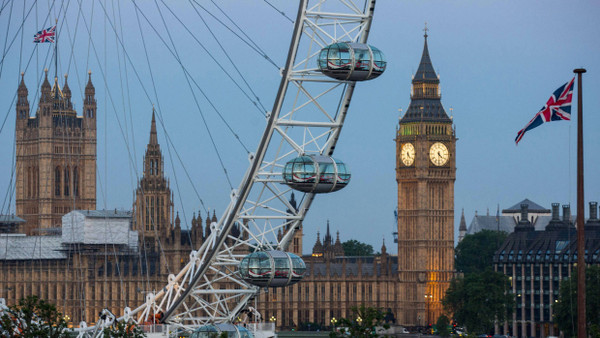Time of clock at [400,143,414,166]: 4:31
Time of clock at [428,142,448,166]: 4:30
